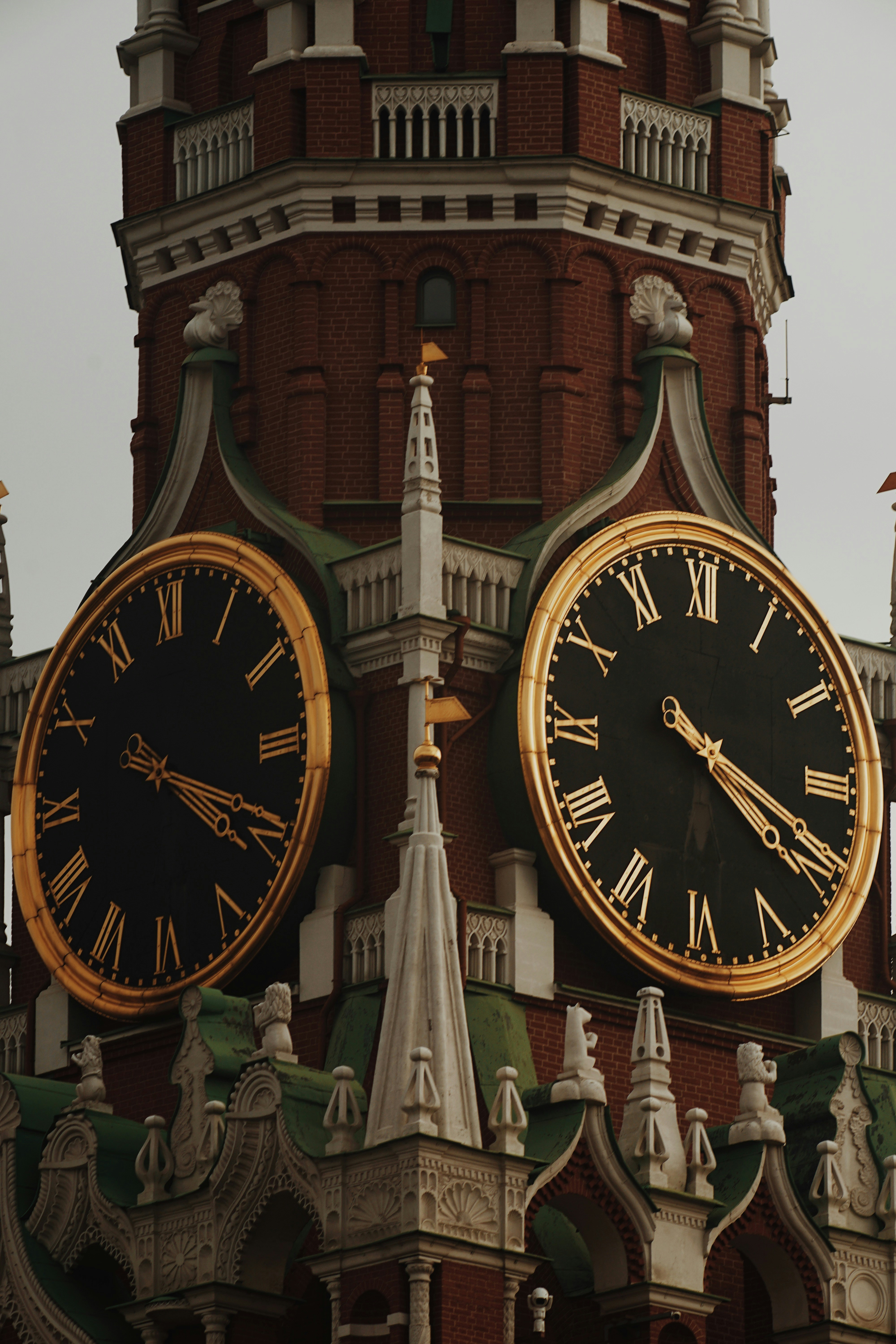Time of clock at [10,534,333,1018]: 4:19
